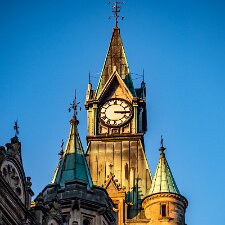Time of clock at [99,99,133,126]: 3:14
